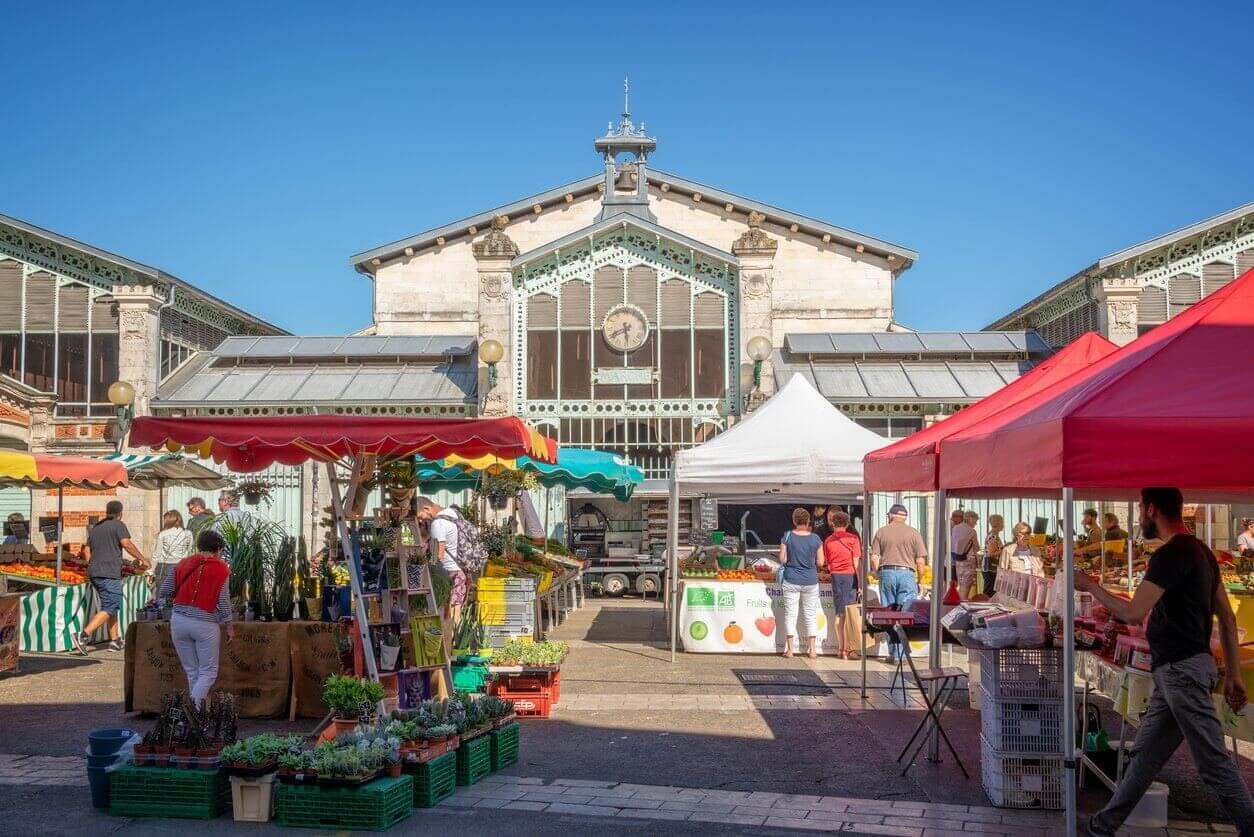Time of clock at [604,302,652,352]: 5:40
